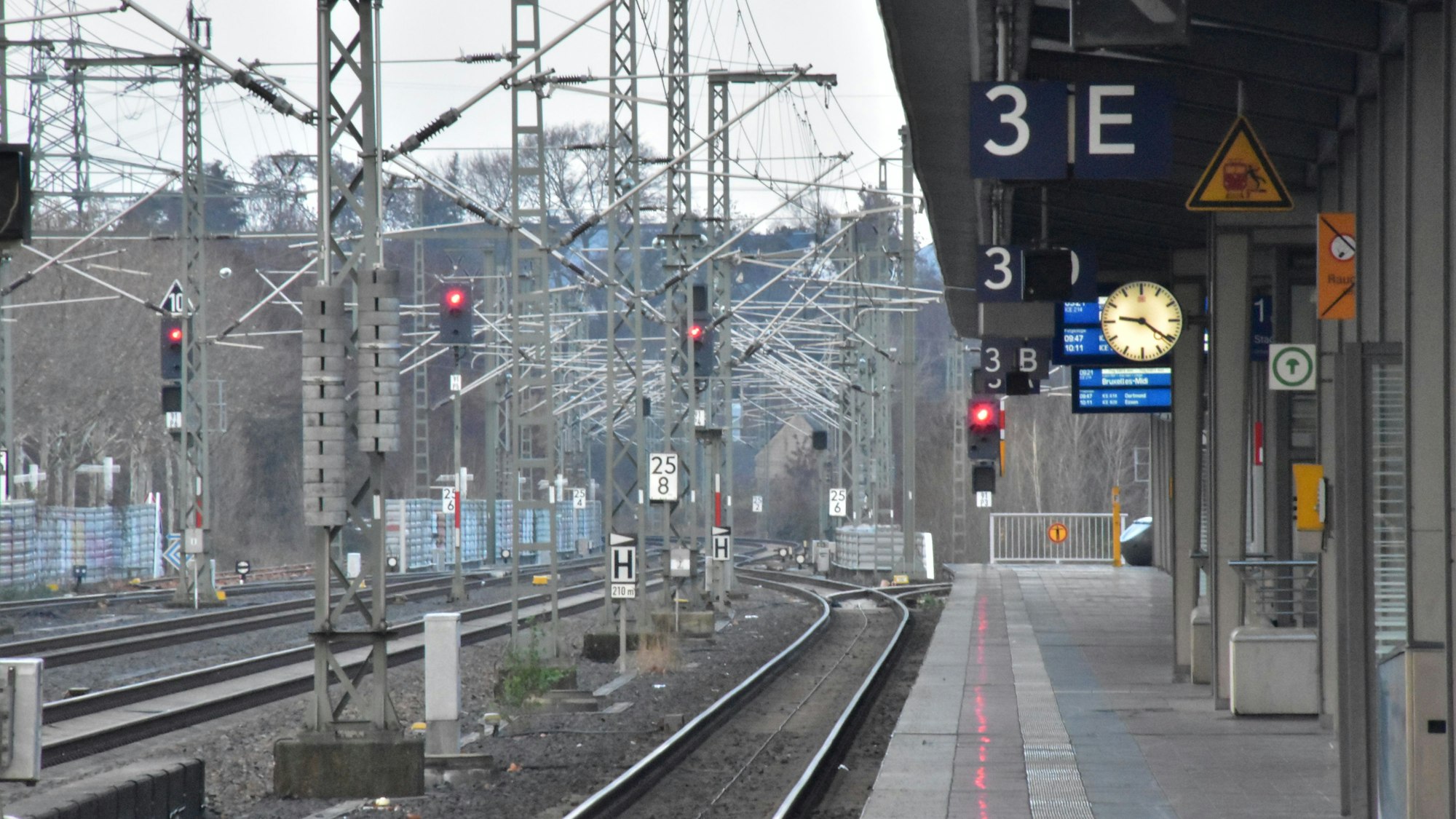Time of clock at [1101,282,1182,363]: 9:21
